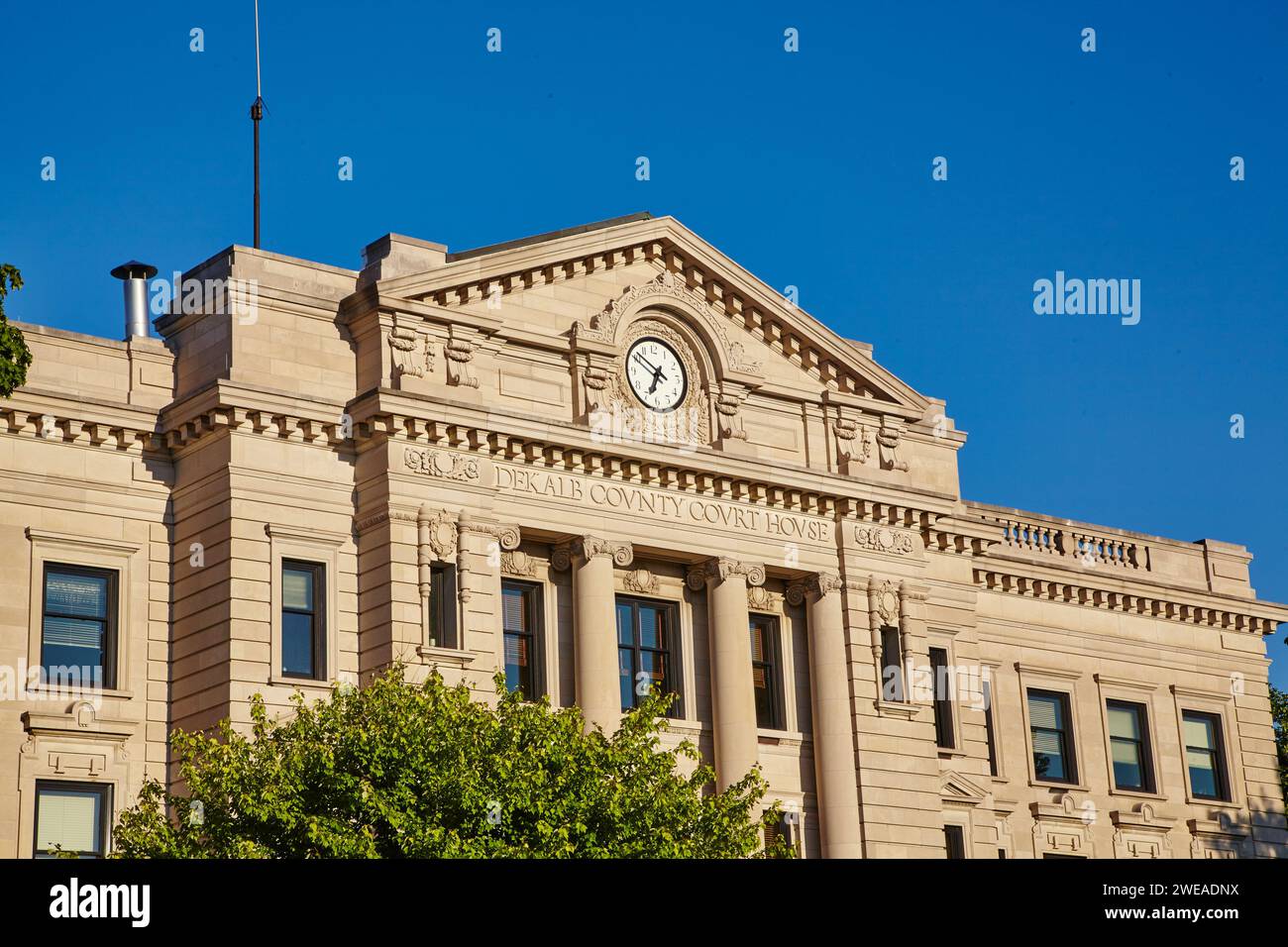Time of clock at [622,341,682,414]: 6:50
